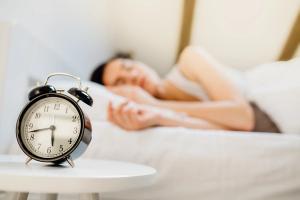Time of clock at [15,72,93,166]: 5:42
